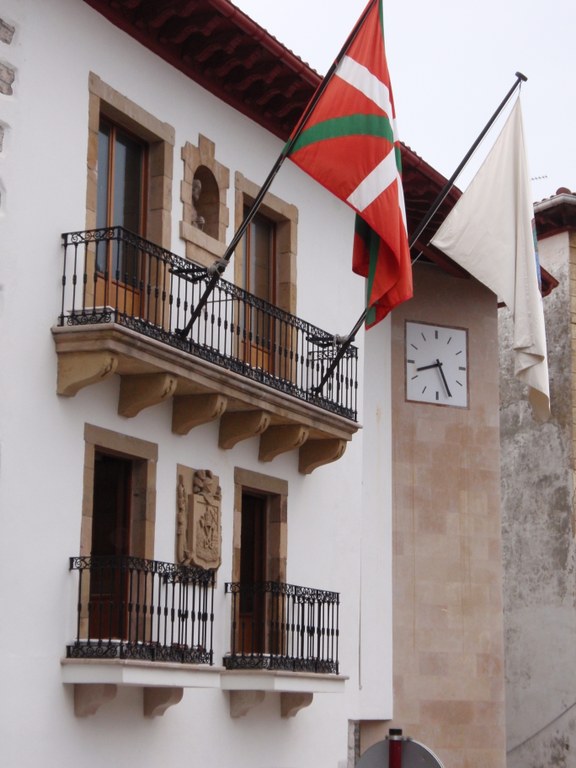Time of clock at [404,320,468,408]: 8:25
